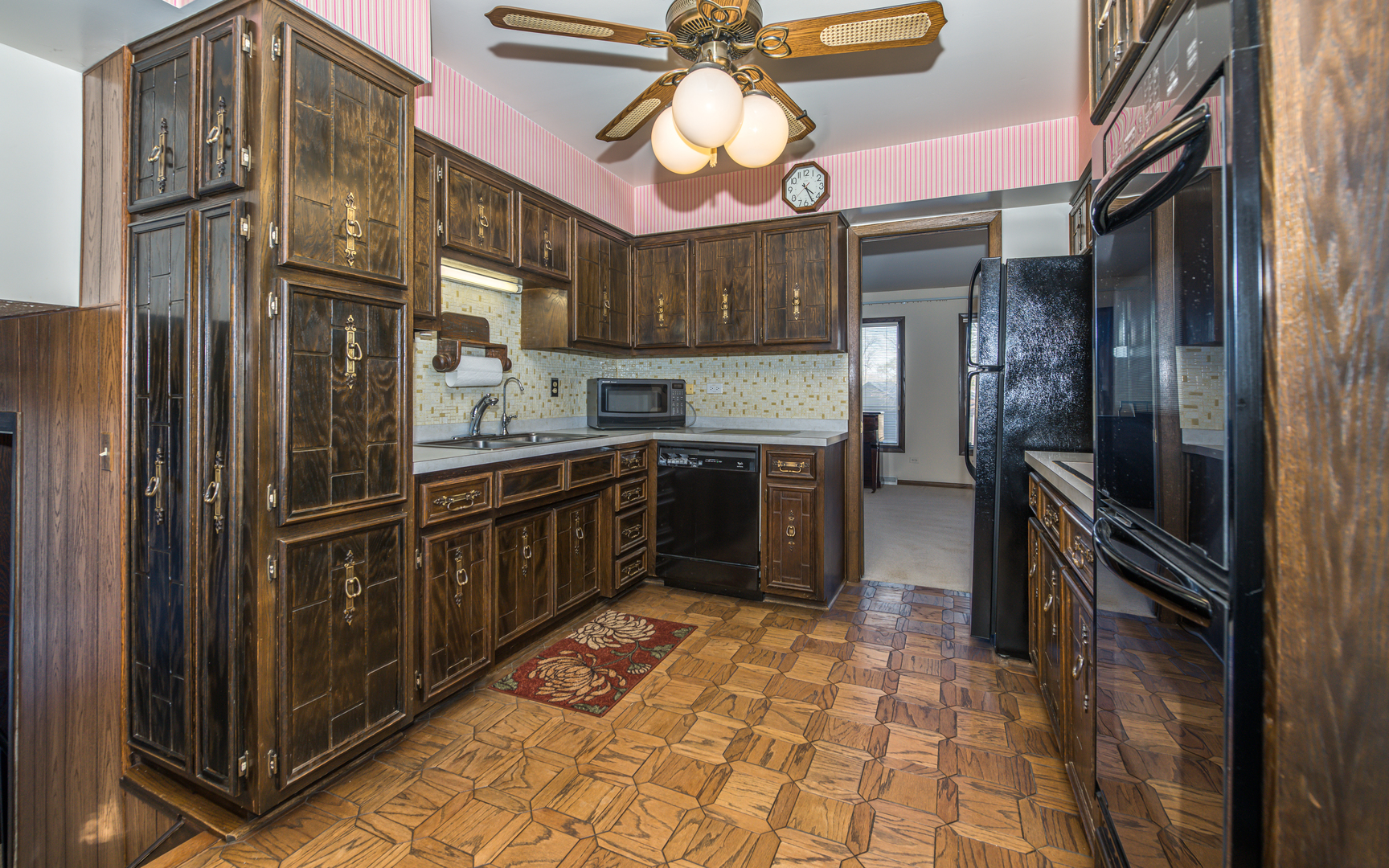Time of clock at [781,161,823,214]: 4:25
